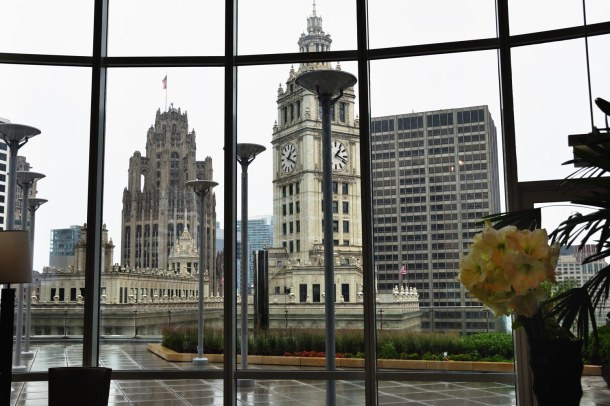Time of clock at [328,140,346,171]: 1:18
